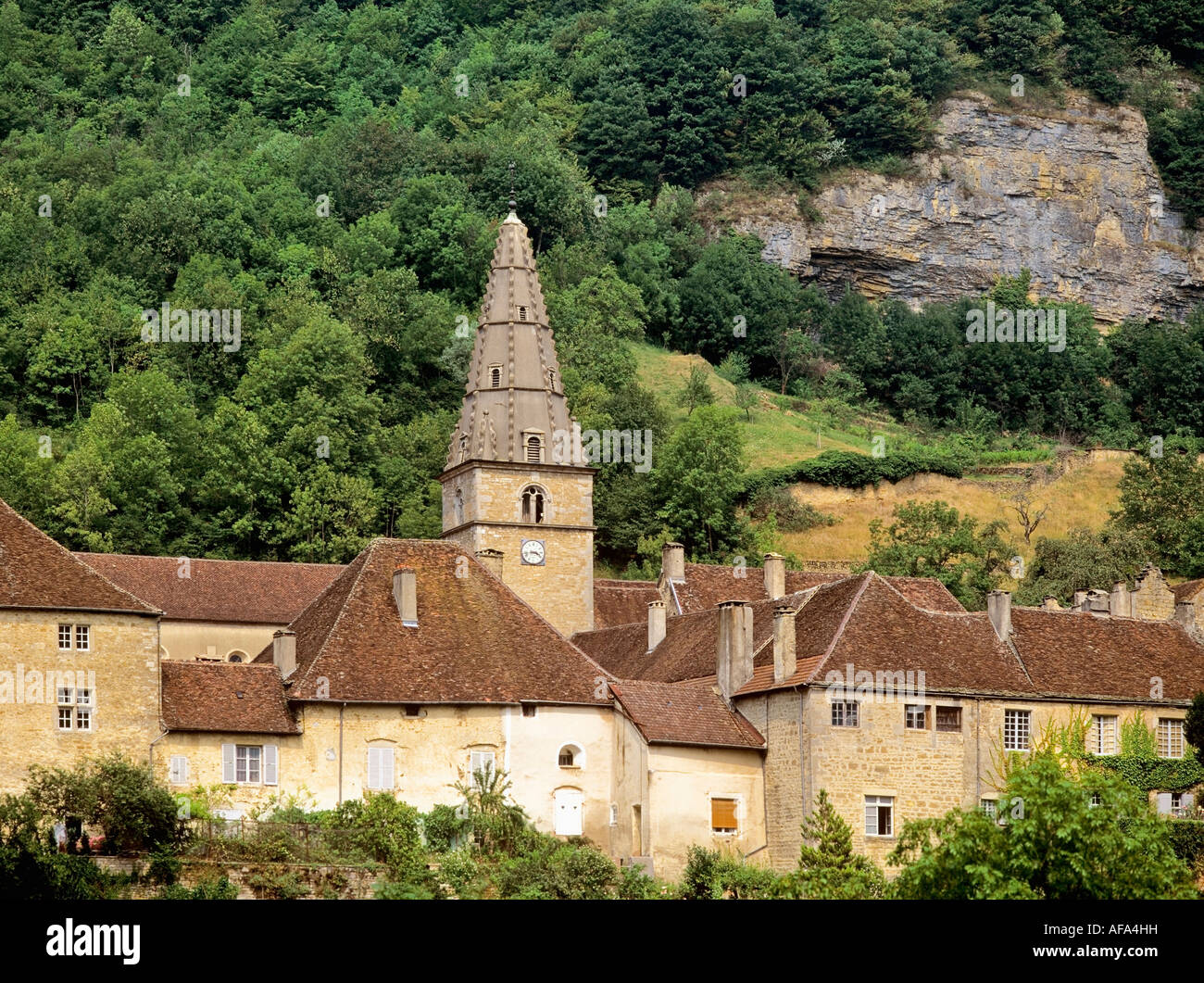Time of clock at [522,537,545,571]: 3:43
